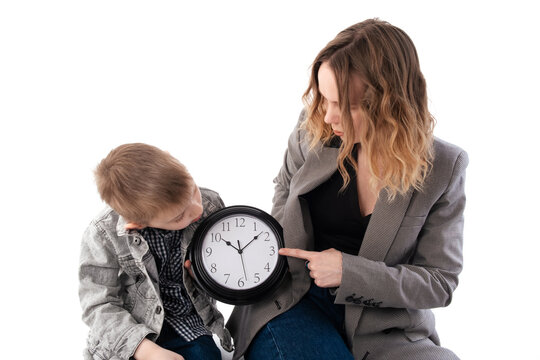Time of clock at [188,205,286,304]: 10:08
